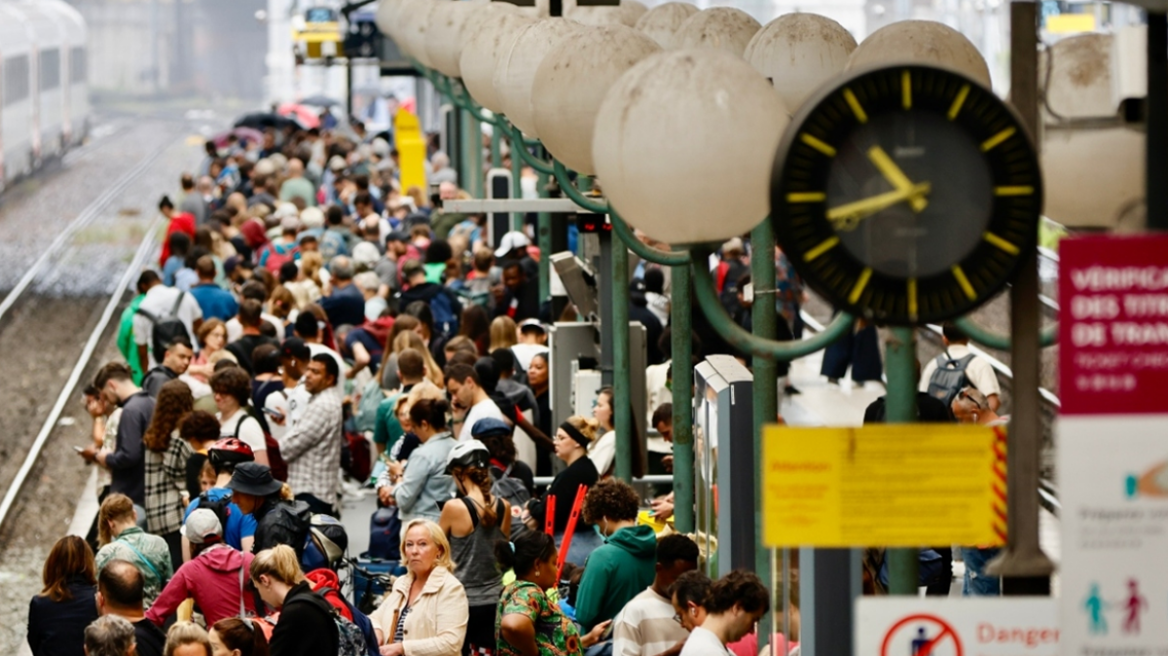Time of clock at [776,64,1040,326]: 10:42
